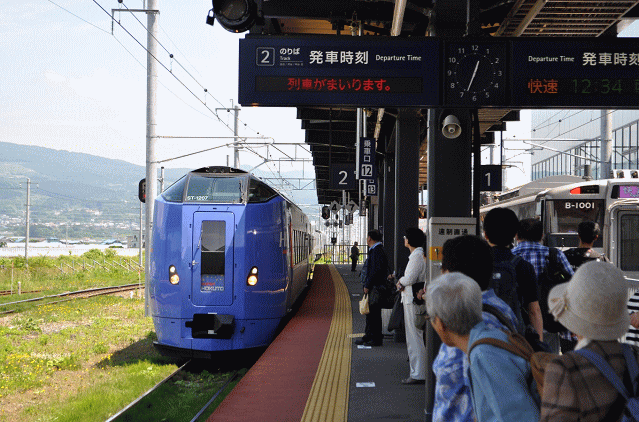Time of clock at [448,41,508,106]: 12:33
